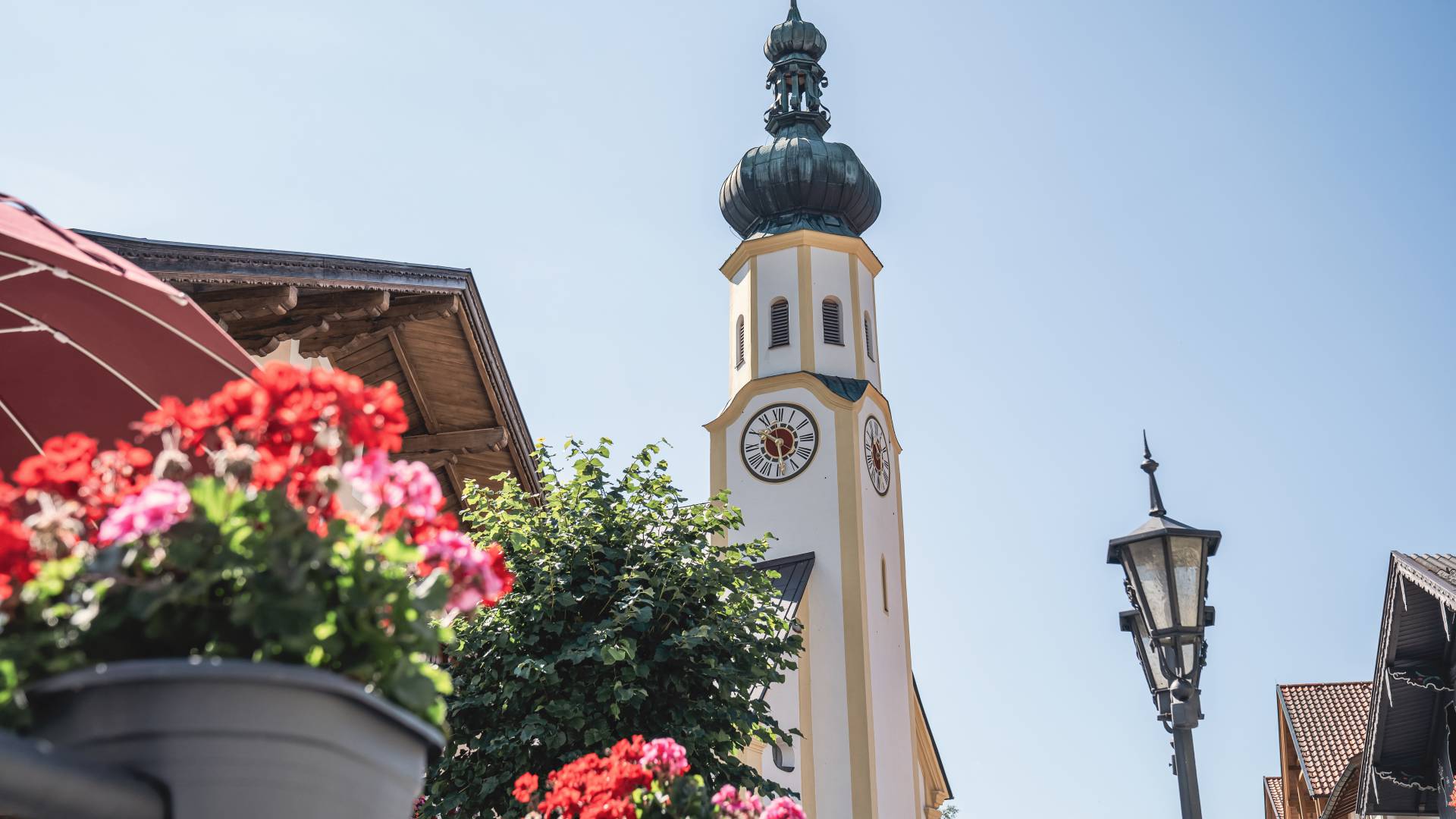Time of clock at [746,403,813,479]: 5:51
